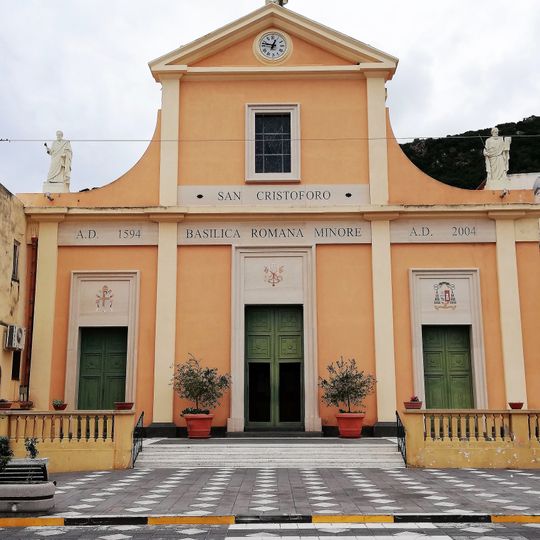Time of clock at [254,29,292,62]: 12:47
